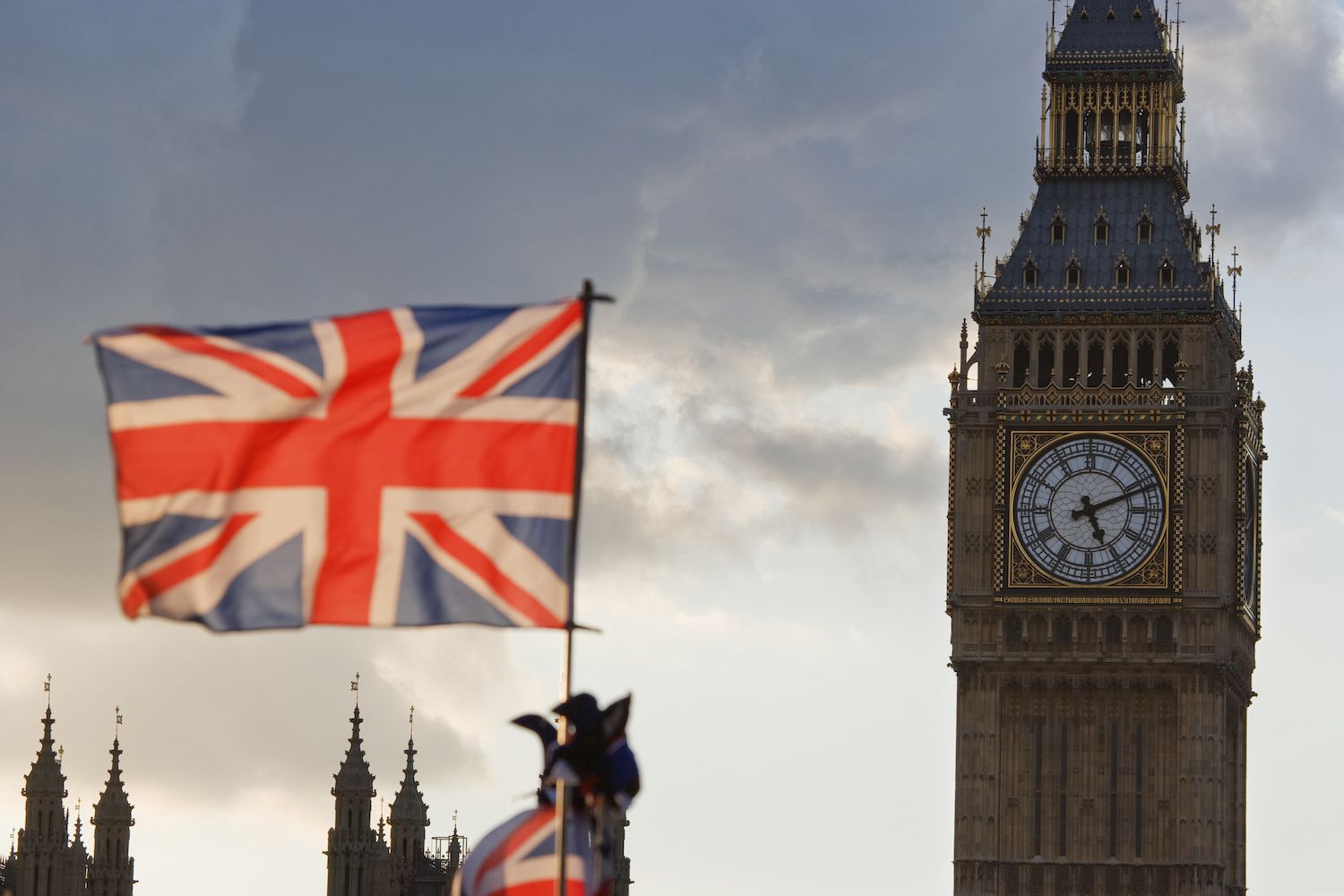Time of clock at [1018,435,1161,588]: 5:11
